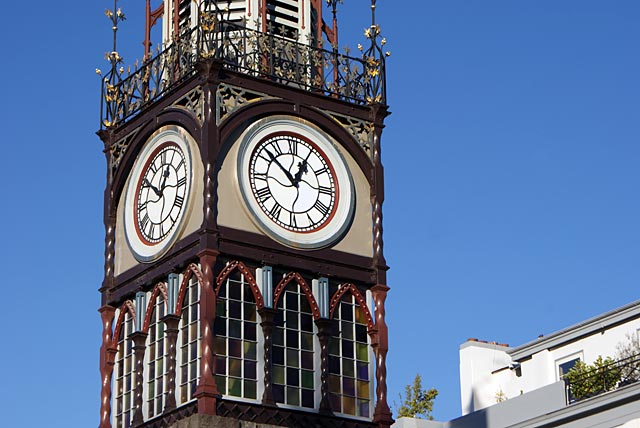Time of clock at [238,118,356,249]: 12:52
